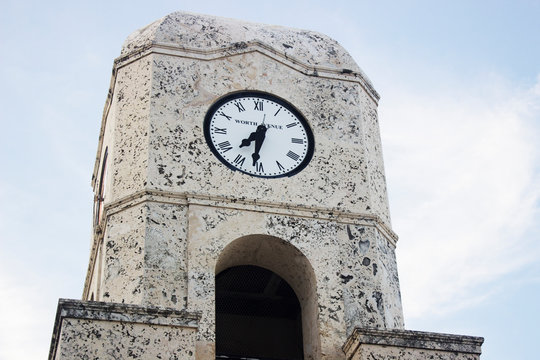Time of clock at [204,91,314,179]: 7:31
